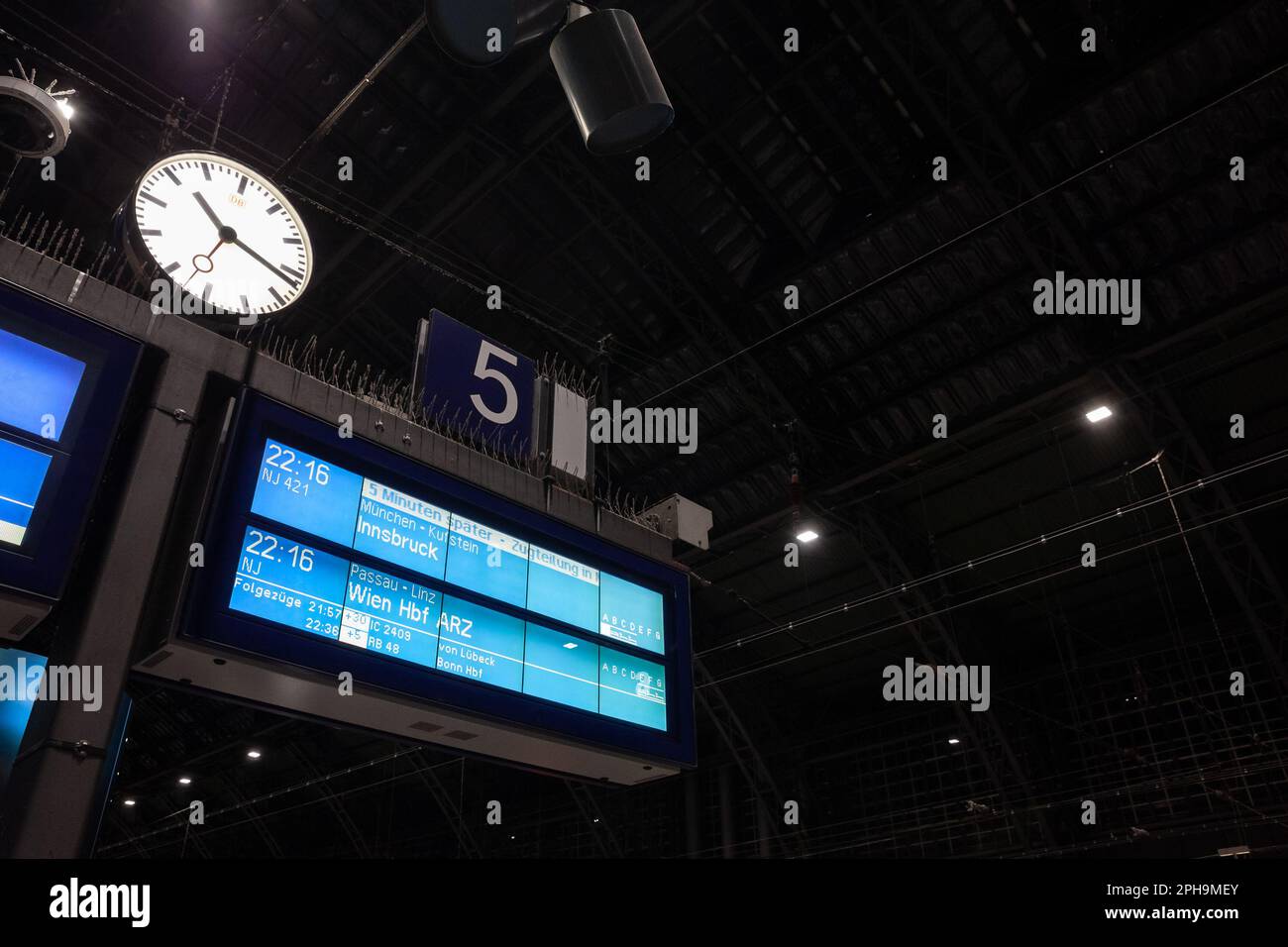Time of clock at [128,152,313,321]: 11:21
